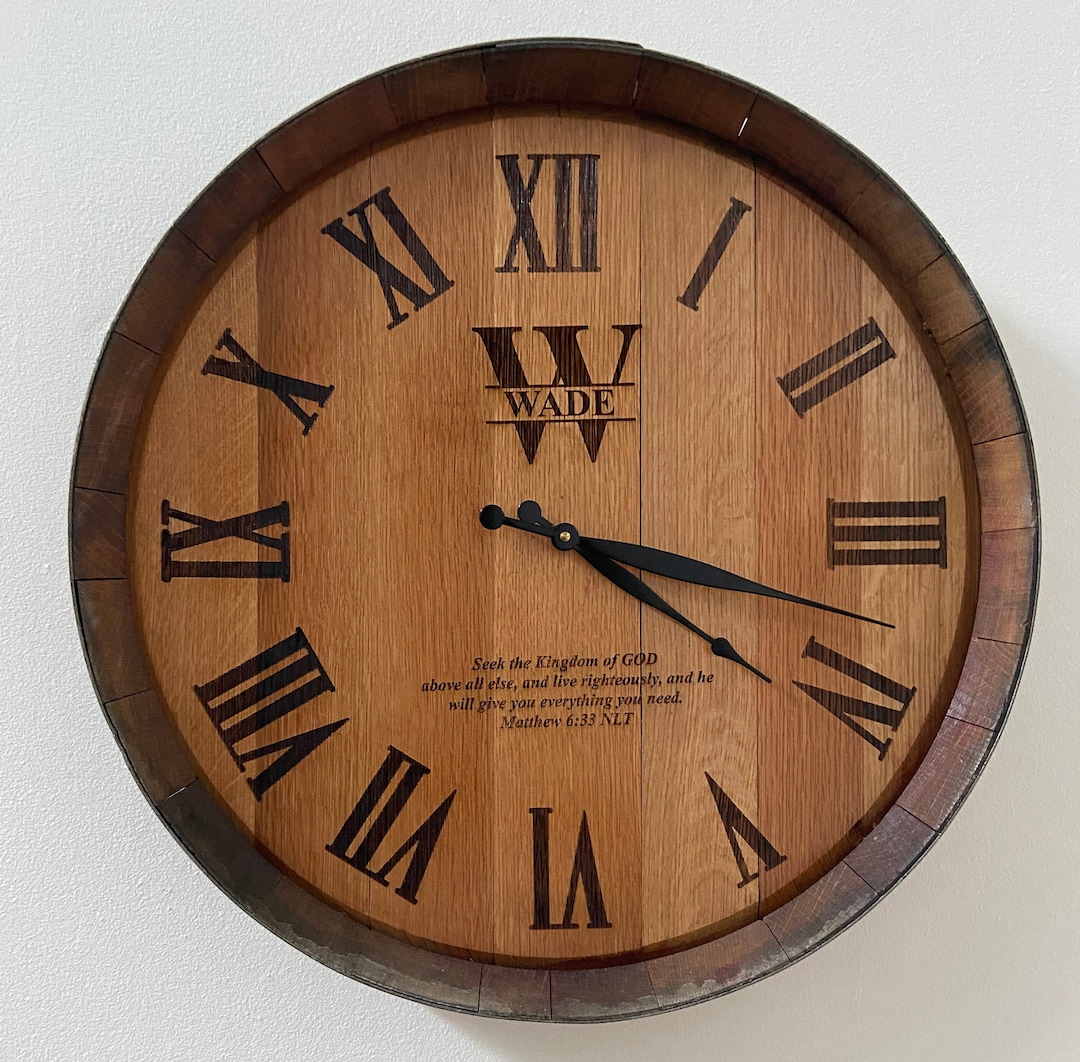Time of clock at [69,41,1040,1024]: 4:17
